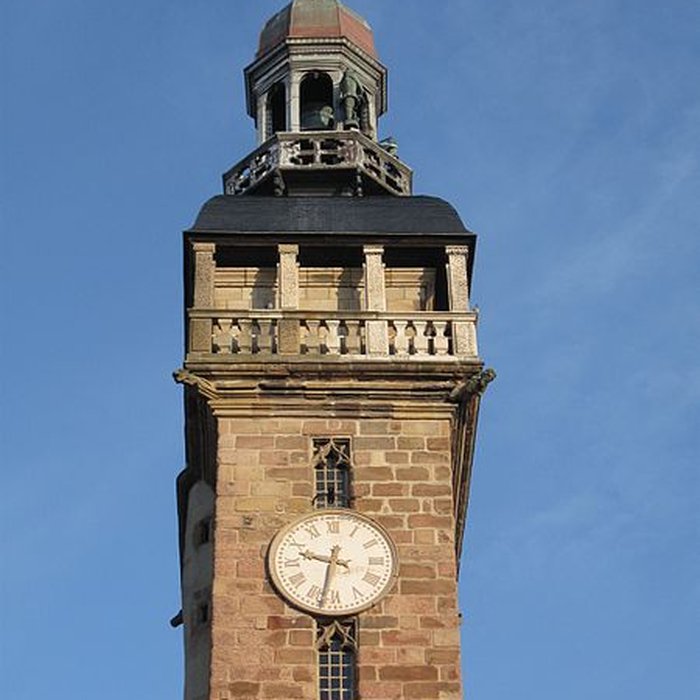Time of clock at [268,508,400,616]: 9:32
